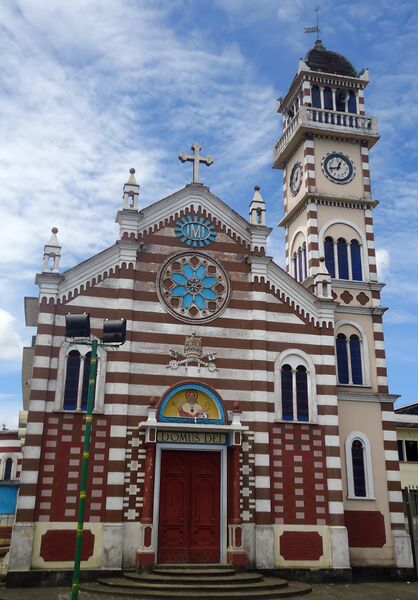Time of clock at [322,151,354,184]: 12:43
